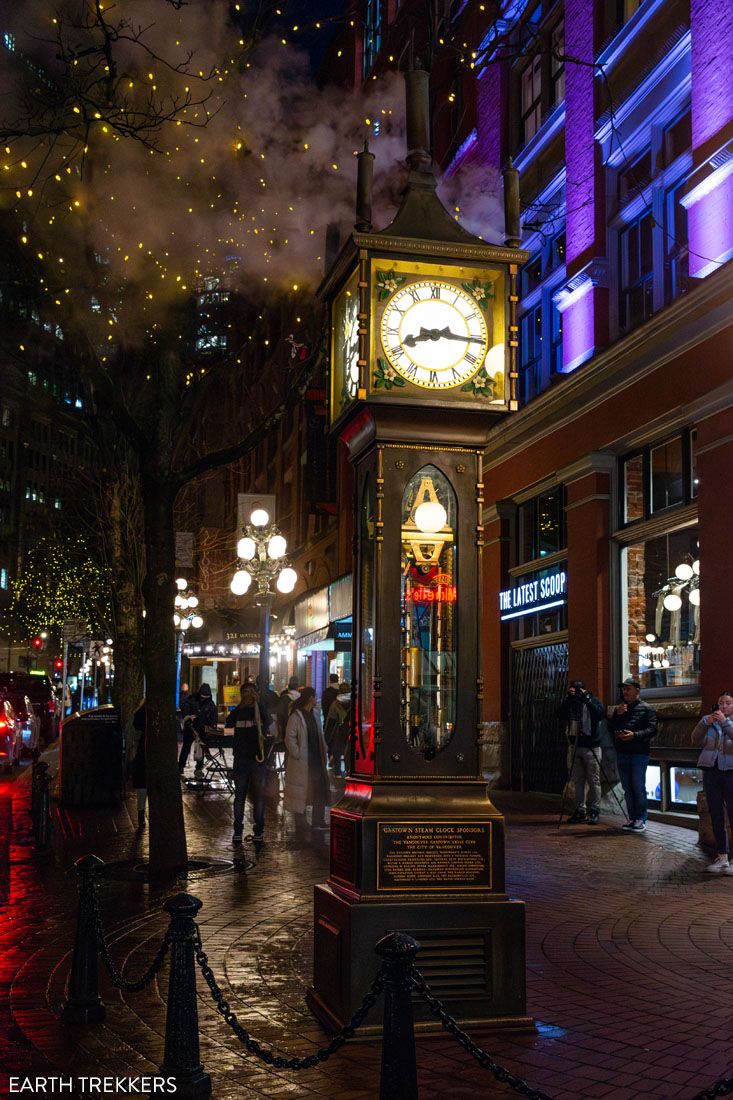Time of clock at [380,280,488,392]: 8:16
